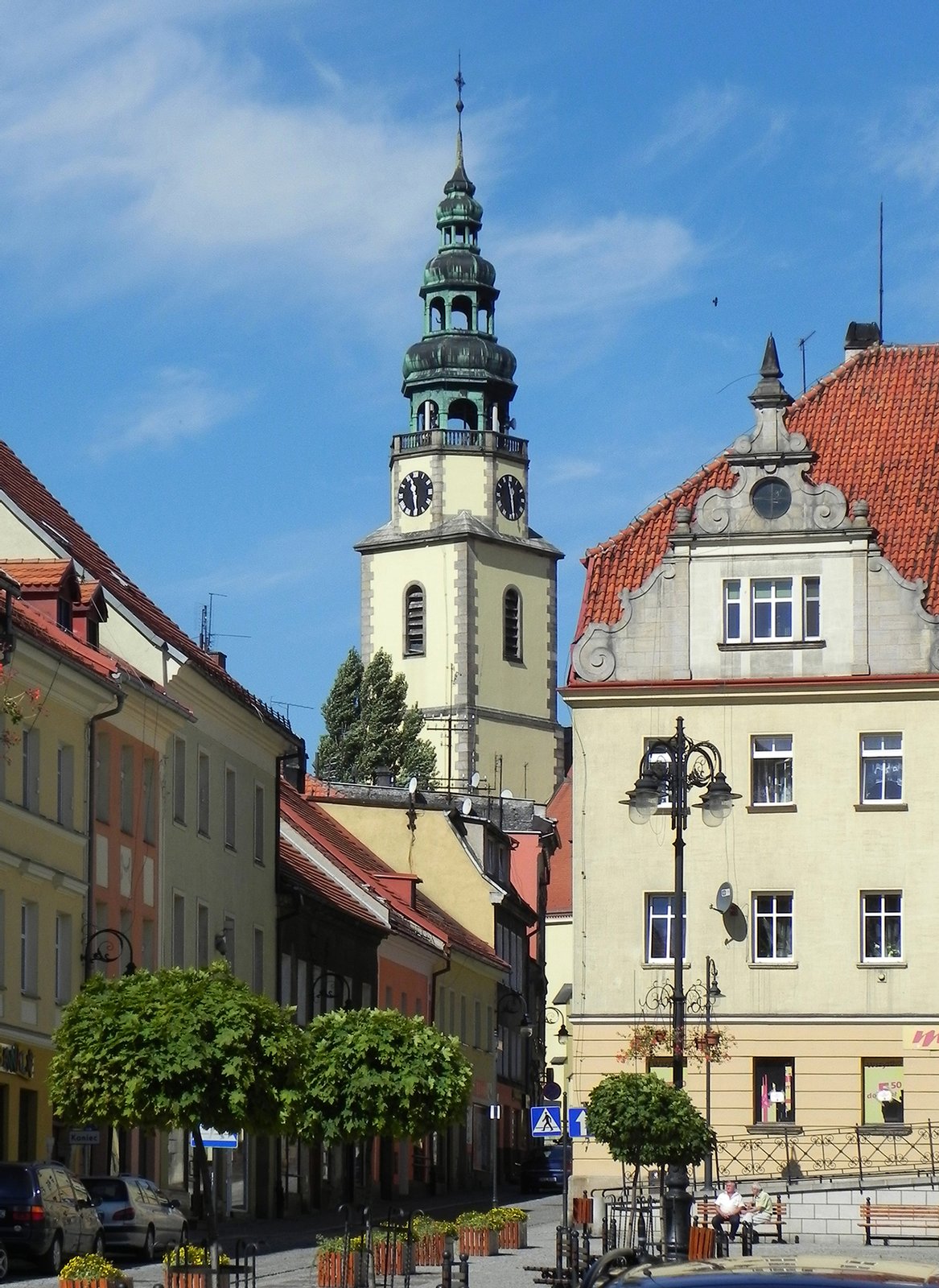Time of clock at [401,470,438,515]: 11:29
